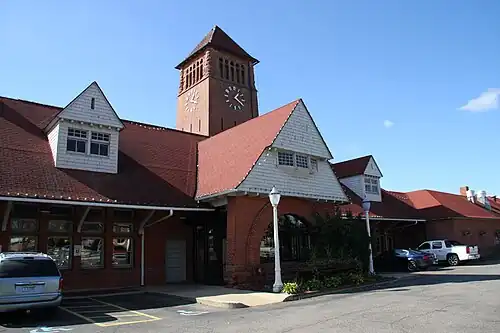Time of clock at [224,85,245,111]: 1:20
